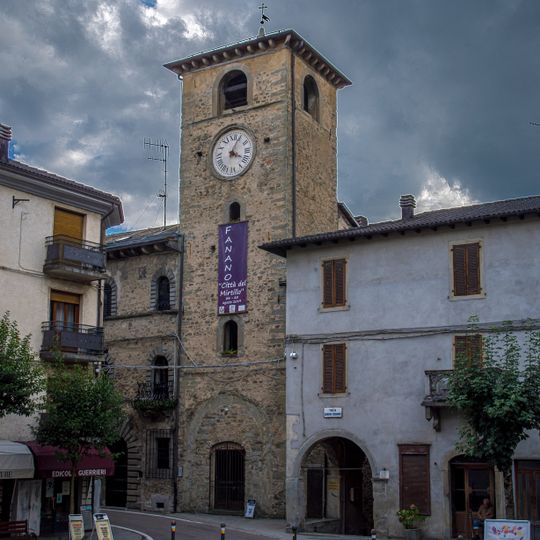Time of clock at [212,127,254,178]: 4:04
